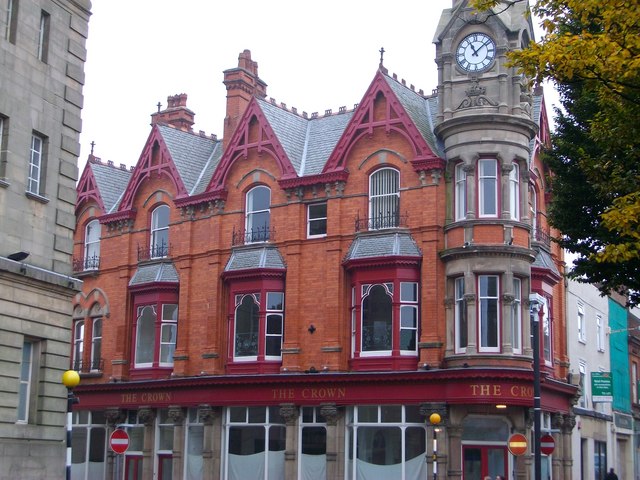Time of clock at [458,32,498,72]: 11:08
